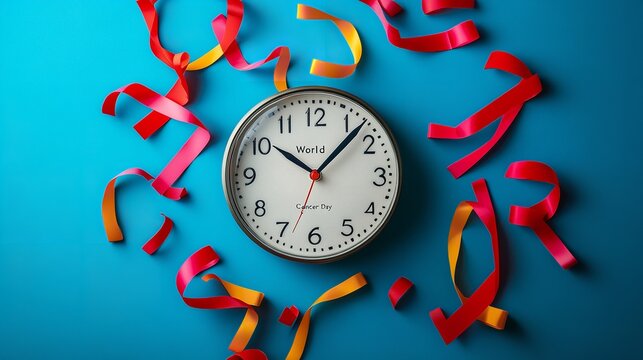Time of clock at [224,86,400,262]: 10:07
